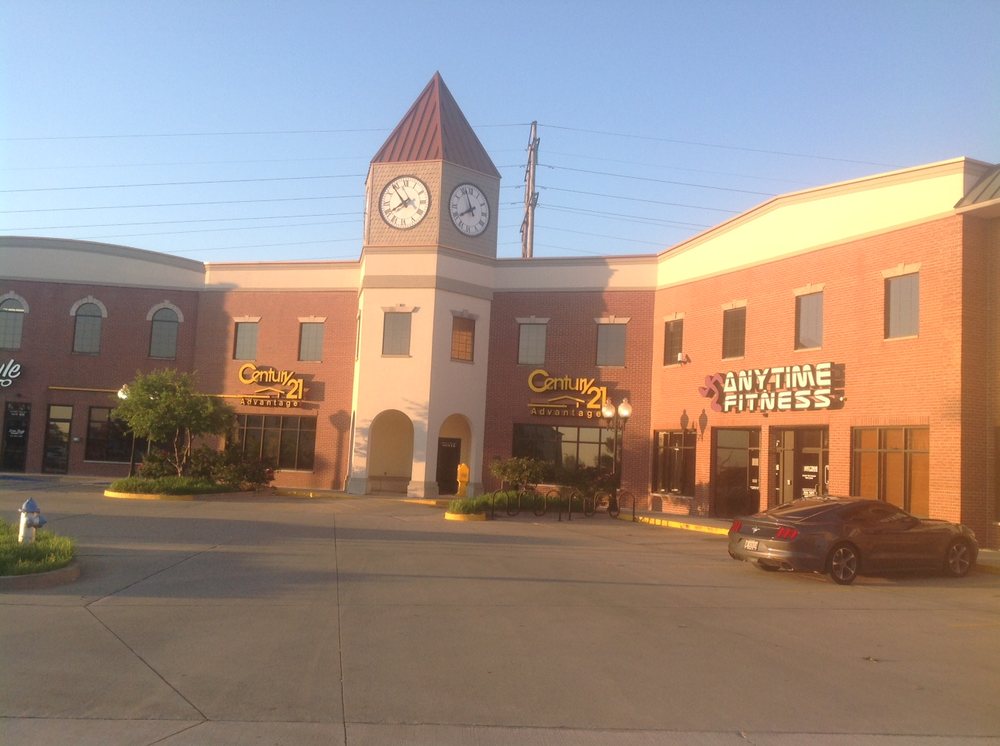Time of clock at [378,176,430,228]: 7:53
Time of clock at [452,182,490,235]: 7:56
